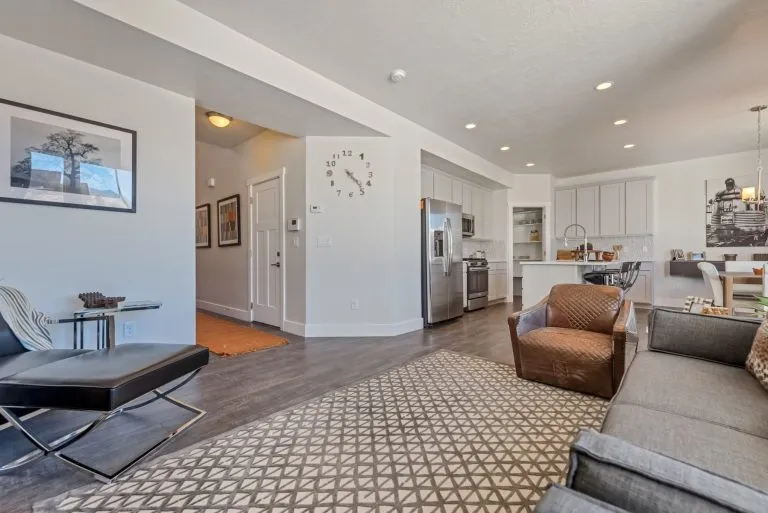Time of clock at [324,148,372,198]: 4:23
